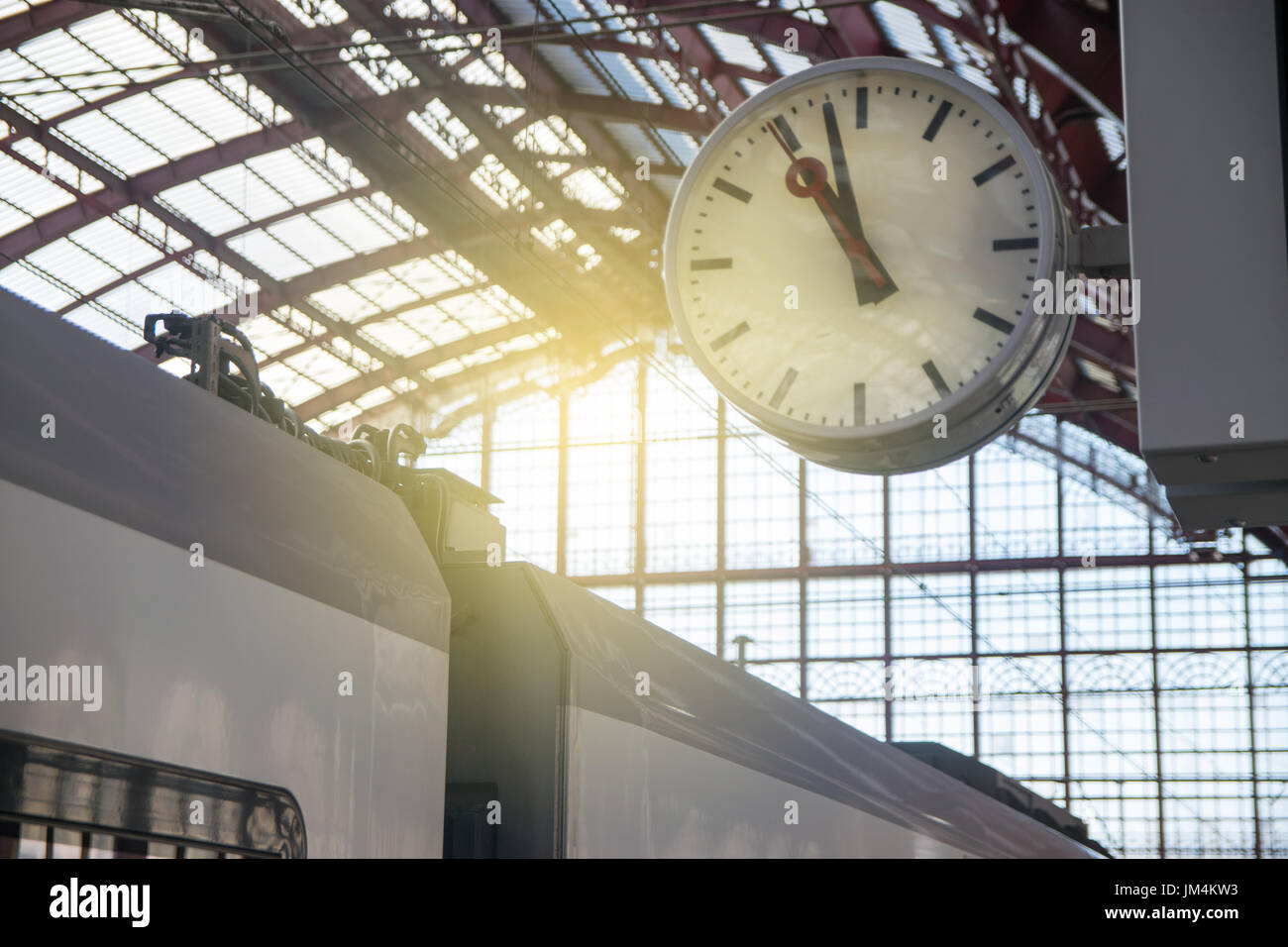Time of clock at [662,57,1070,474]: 10:57
